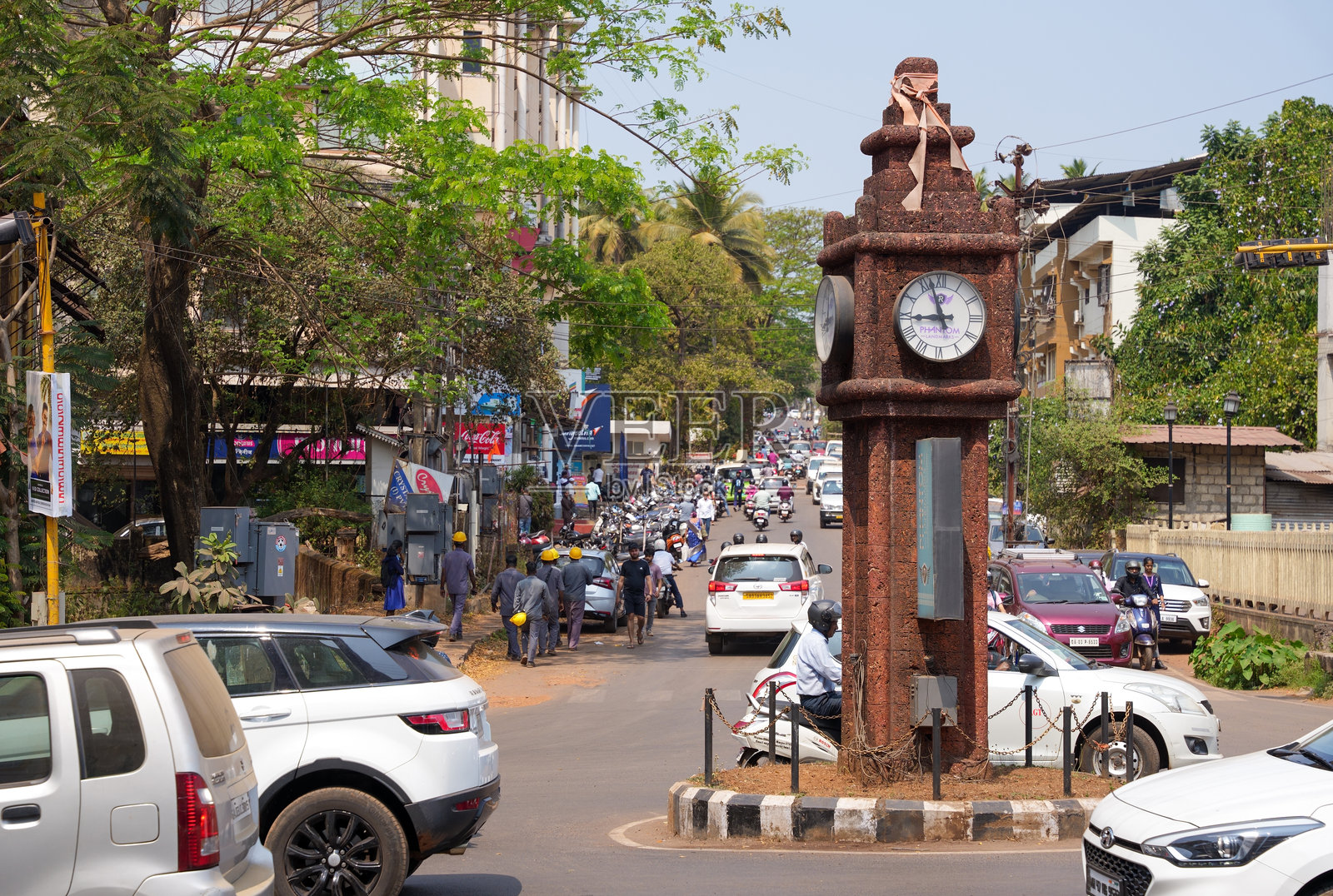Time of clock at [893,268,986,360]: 8:57
